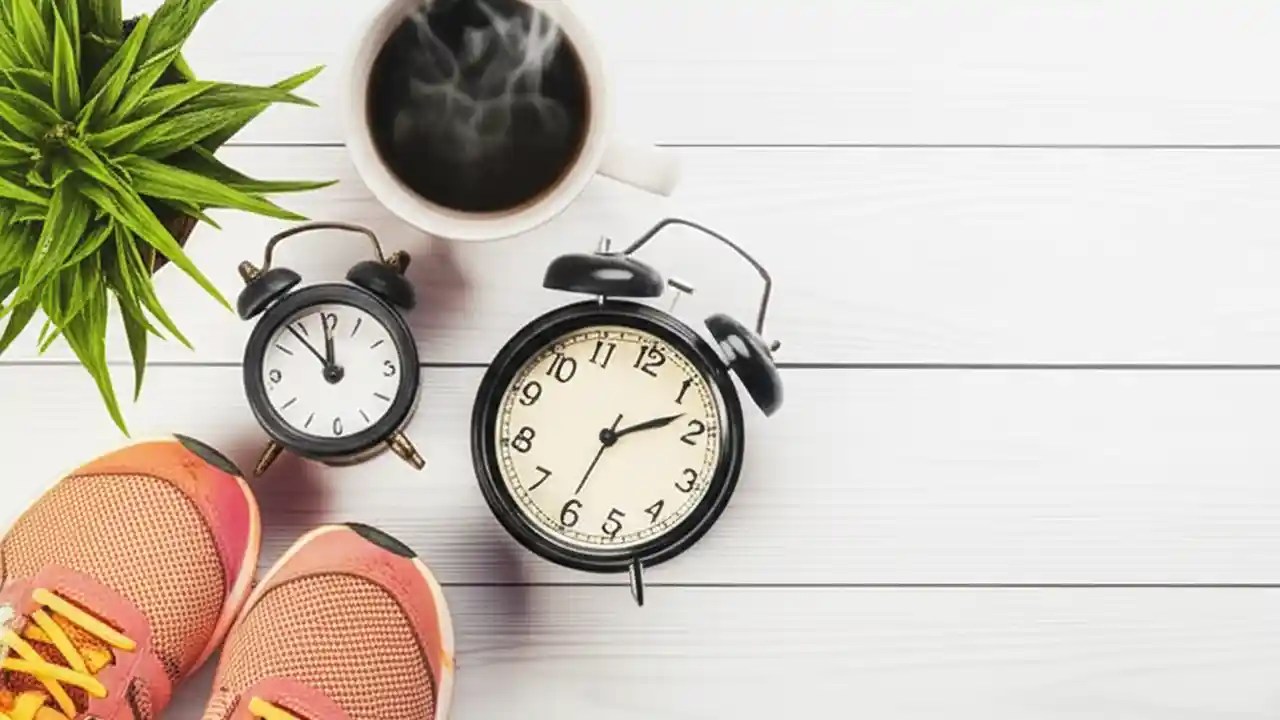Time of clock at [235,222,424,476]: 11:53
